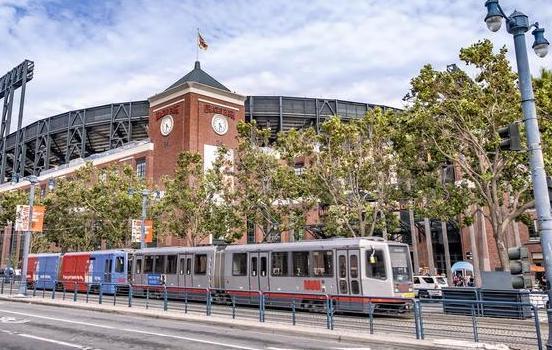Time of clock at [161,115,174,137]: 4:31
